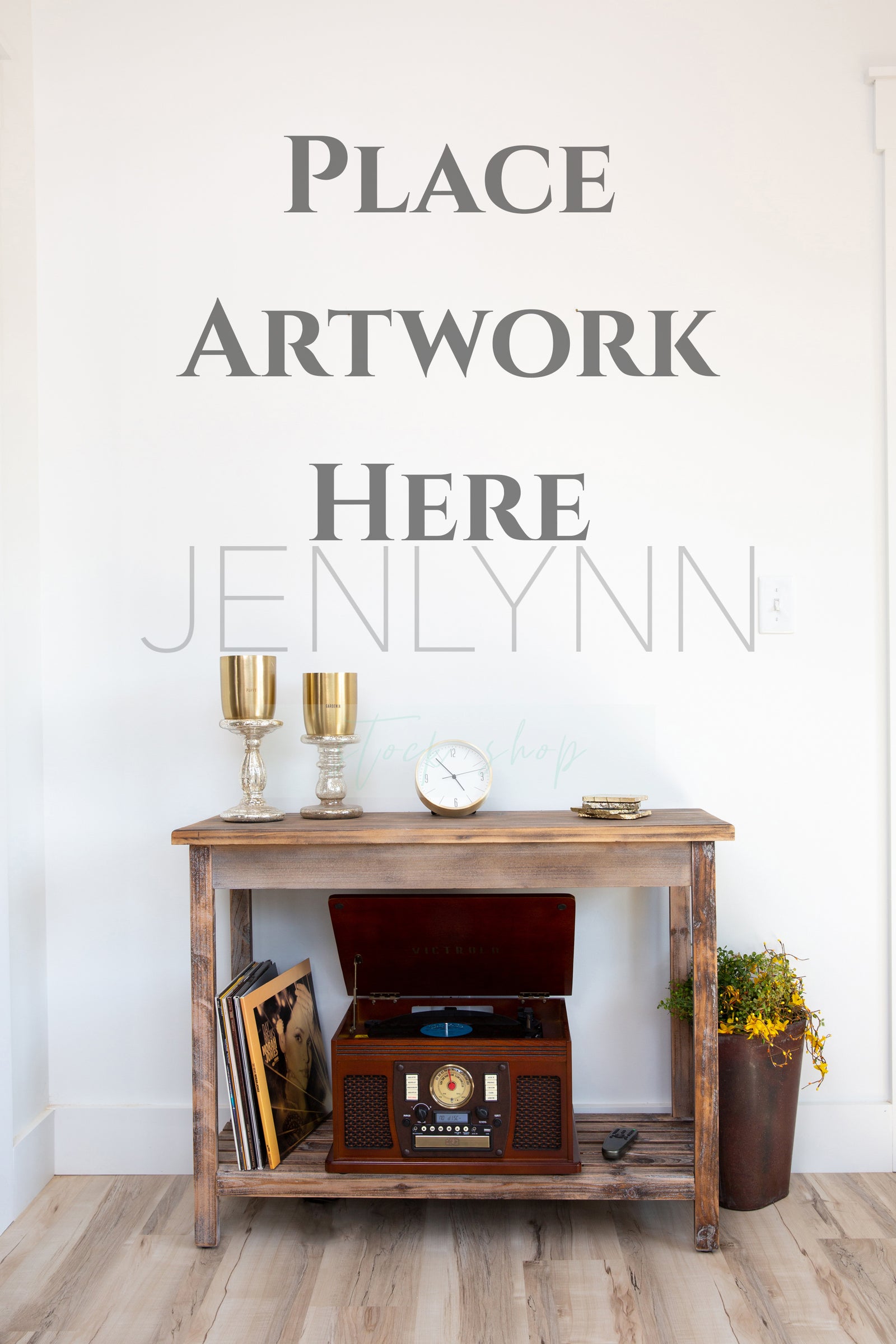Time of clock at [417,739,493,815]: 4:53
